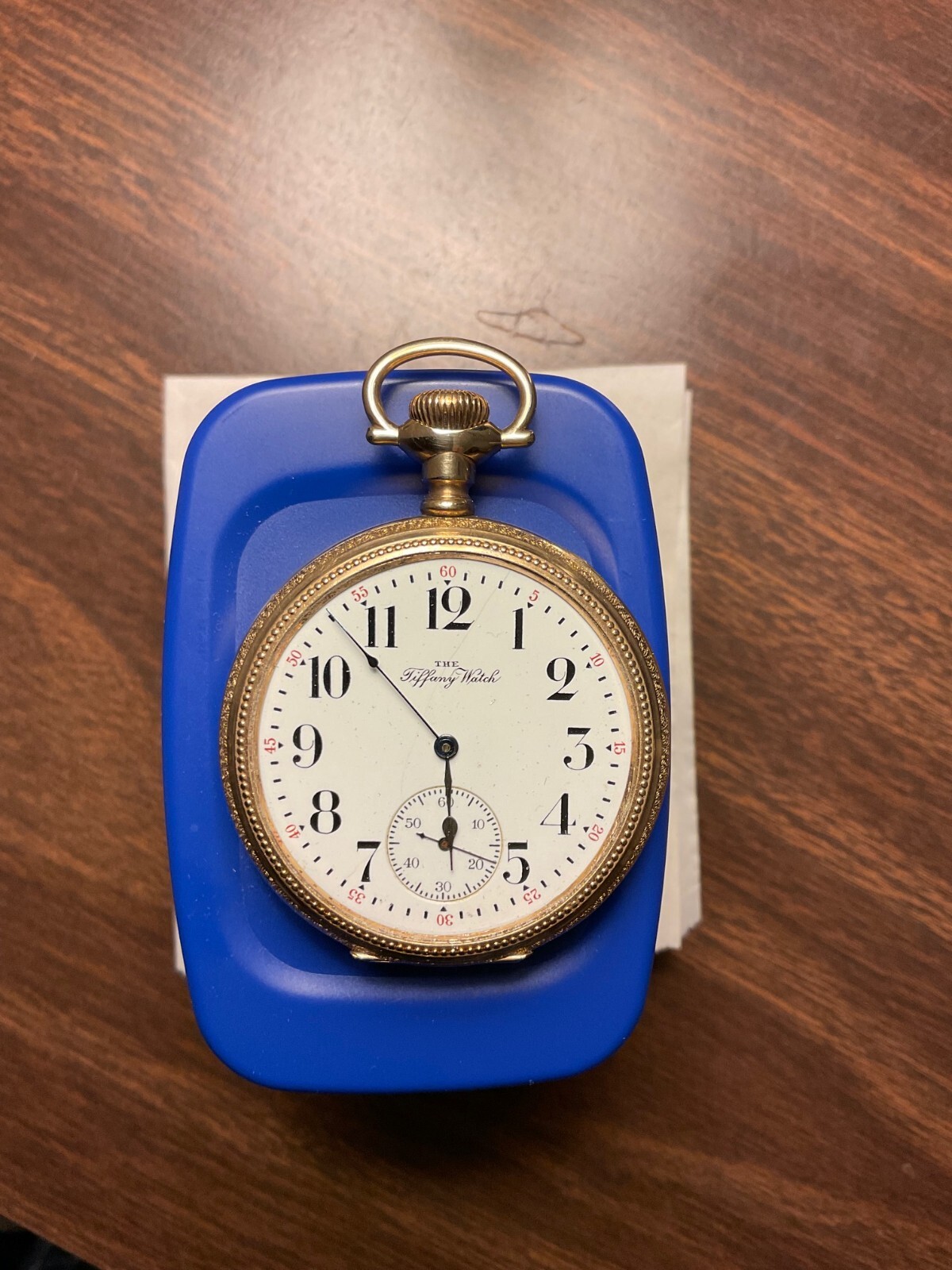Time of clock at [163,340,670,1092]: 5:53
